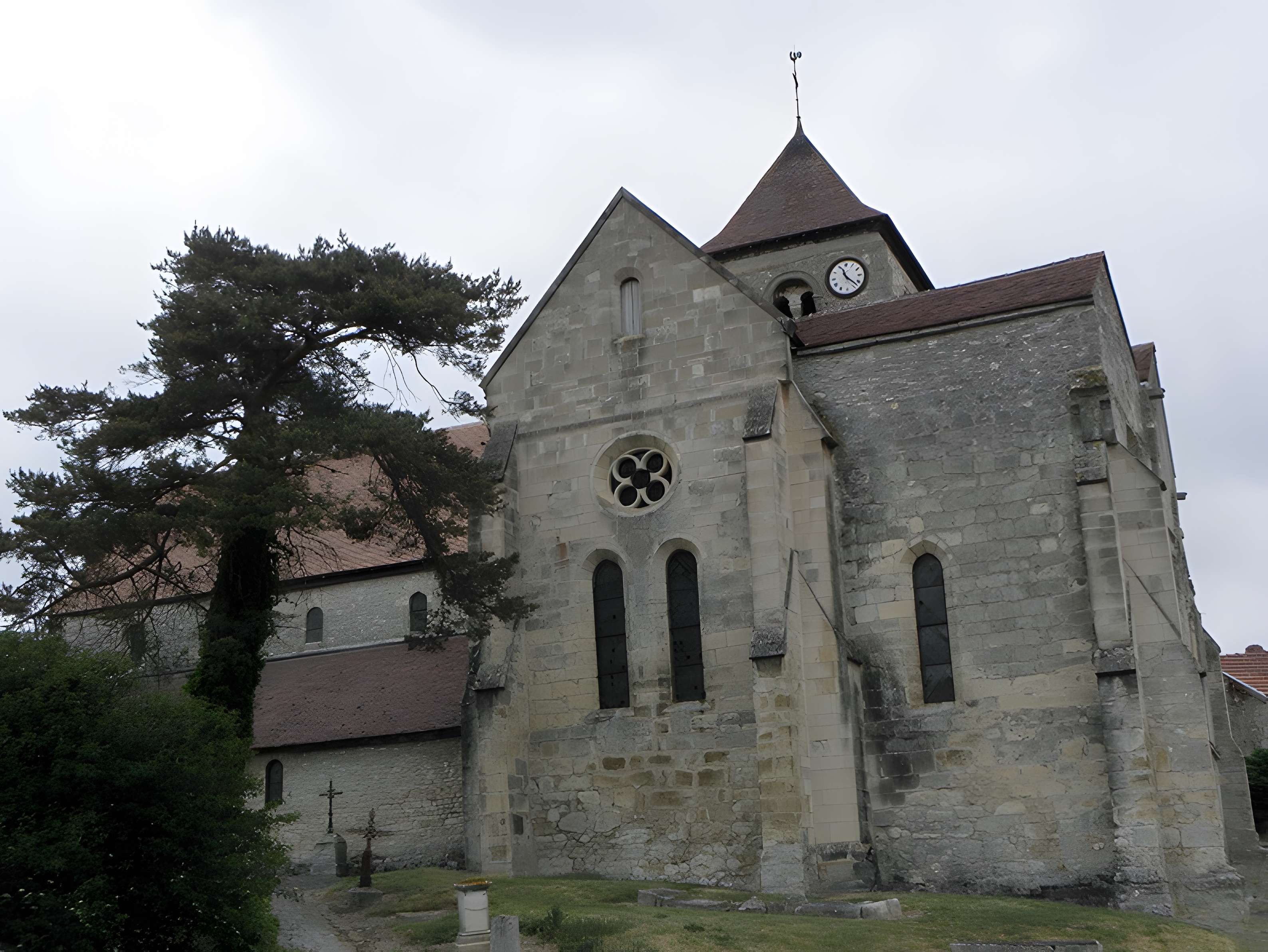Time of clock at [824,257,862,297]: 11:22
